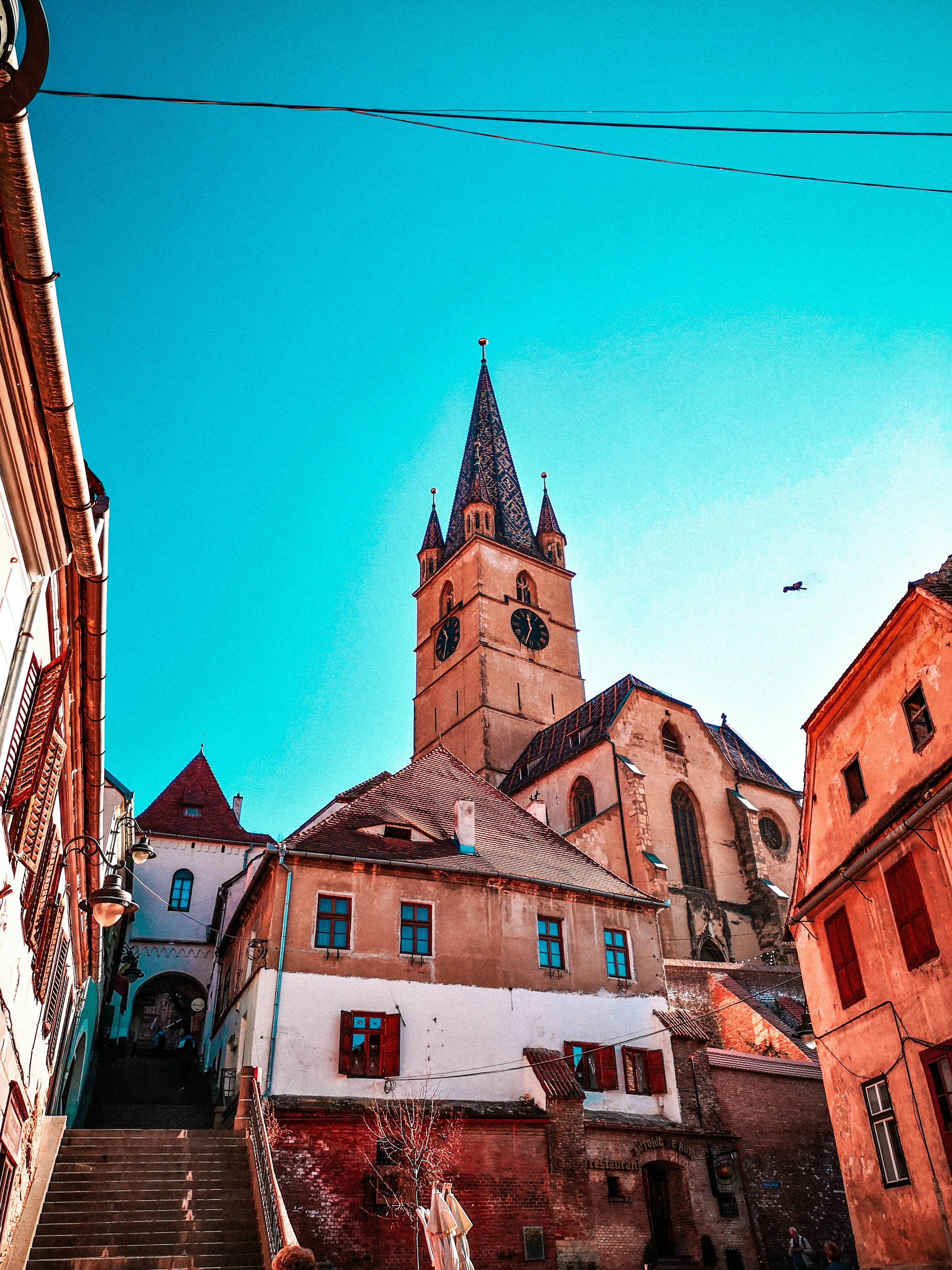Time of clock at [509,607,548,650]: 11:33
